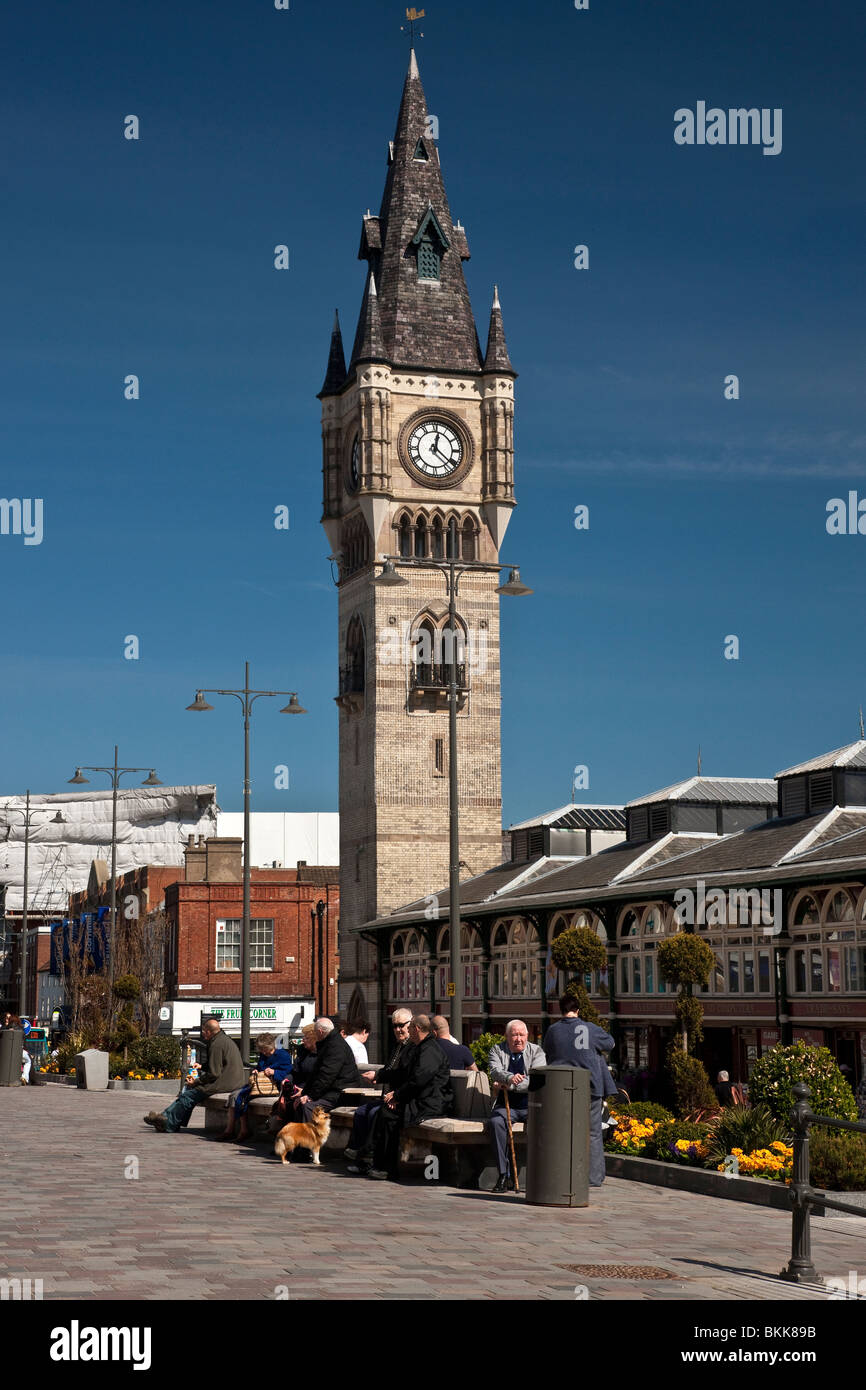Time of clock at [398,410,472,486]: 12:21
